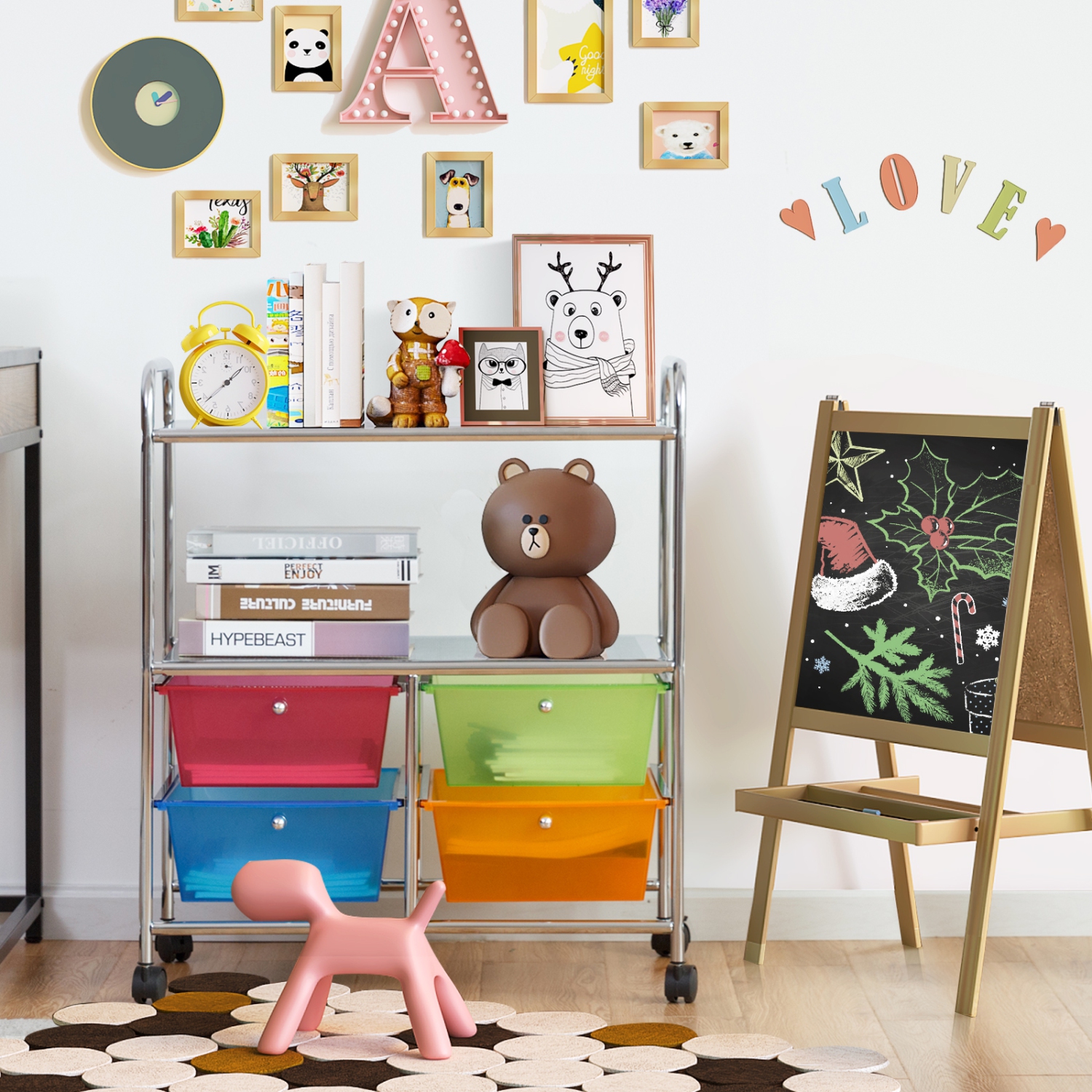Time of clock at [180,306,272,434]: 1:38
